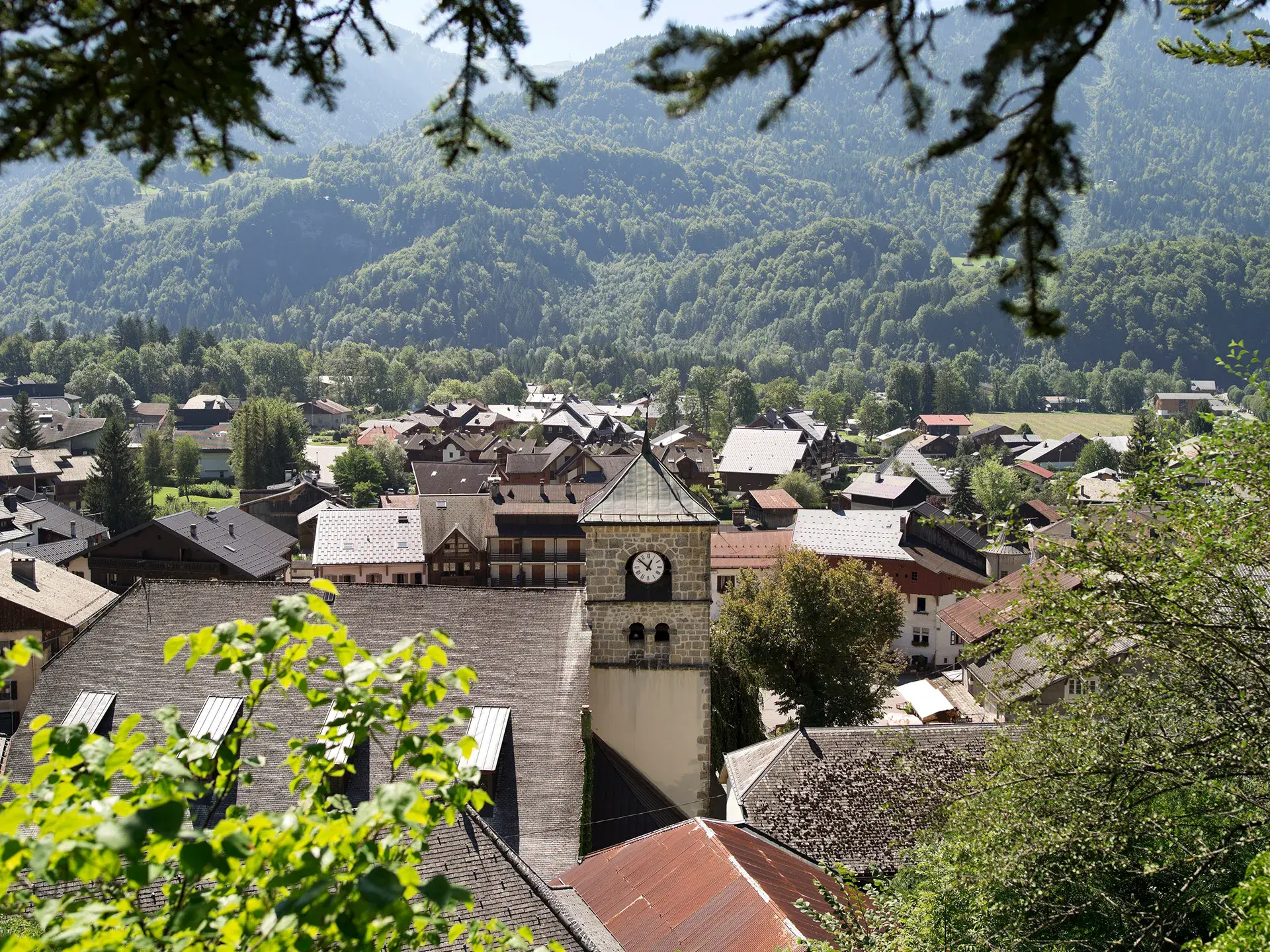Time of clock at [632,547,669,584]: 12:52
